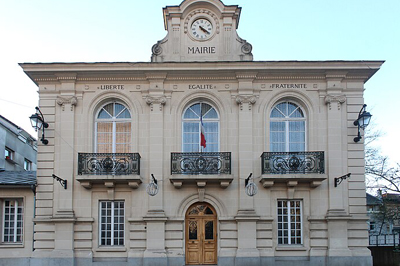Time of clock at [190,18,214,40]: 4:20
